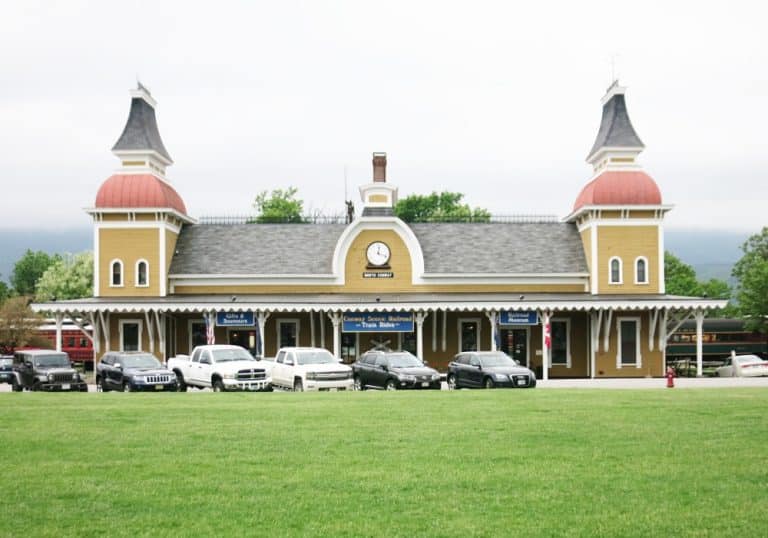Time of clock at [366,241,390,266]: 12:18
